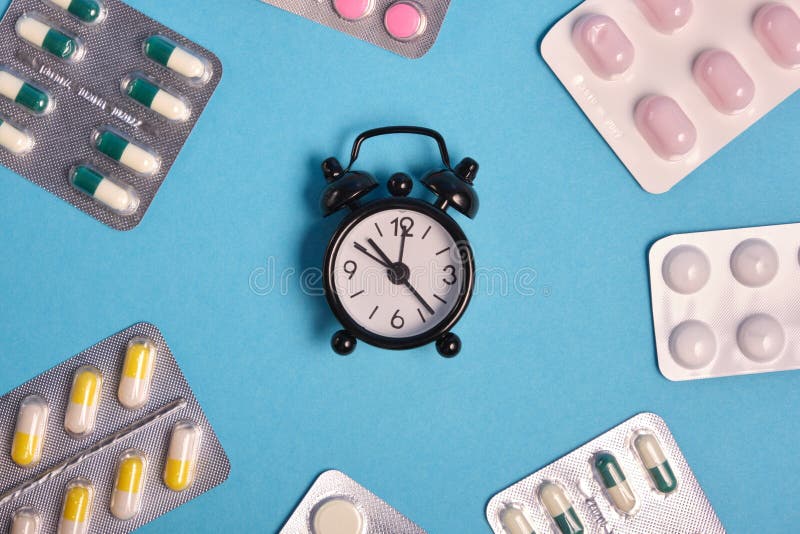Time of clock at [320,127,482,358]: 10:22
